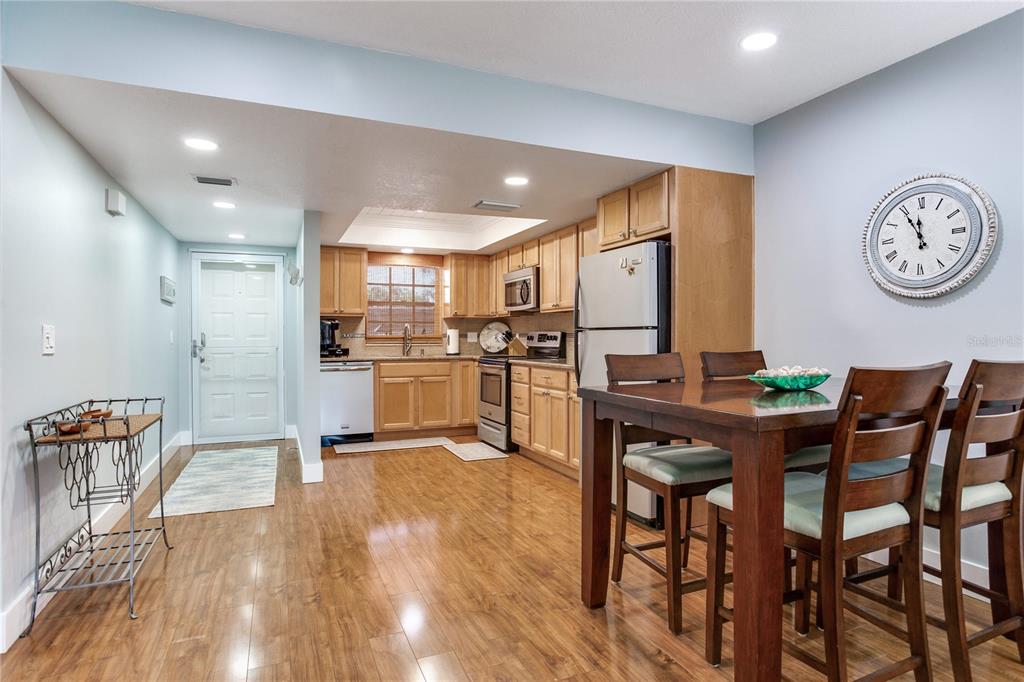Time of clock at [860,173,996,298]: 11:54
